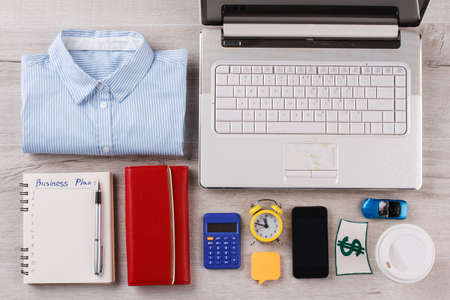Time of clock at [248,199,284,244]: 11:47
